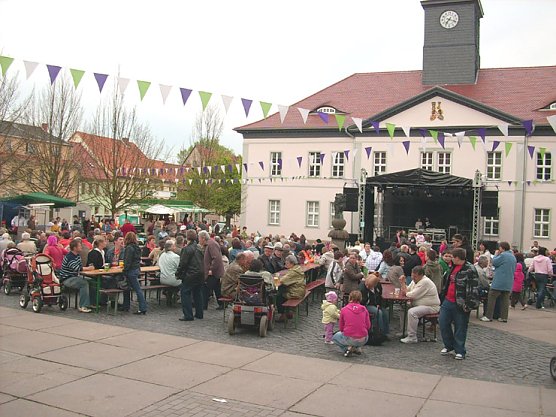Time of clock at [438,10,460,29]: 7:18
